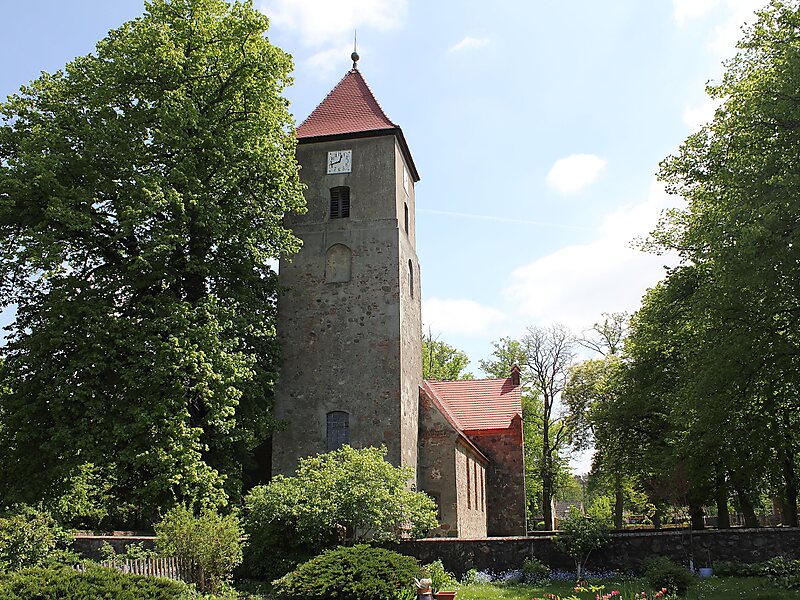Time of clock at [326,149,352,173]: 12:42
